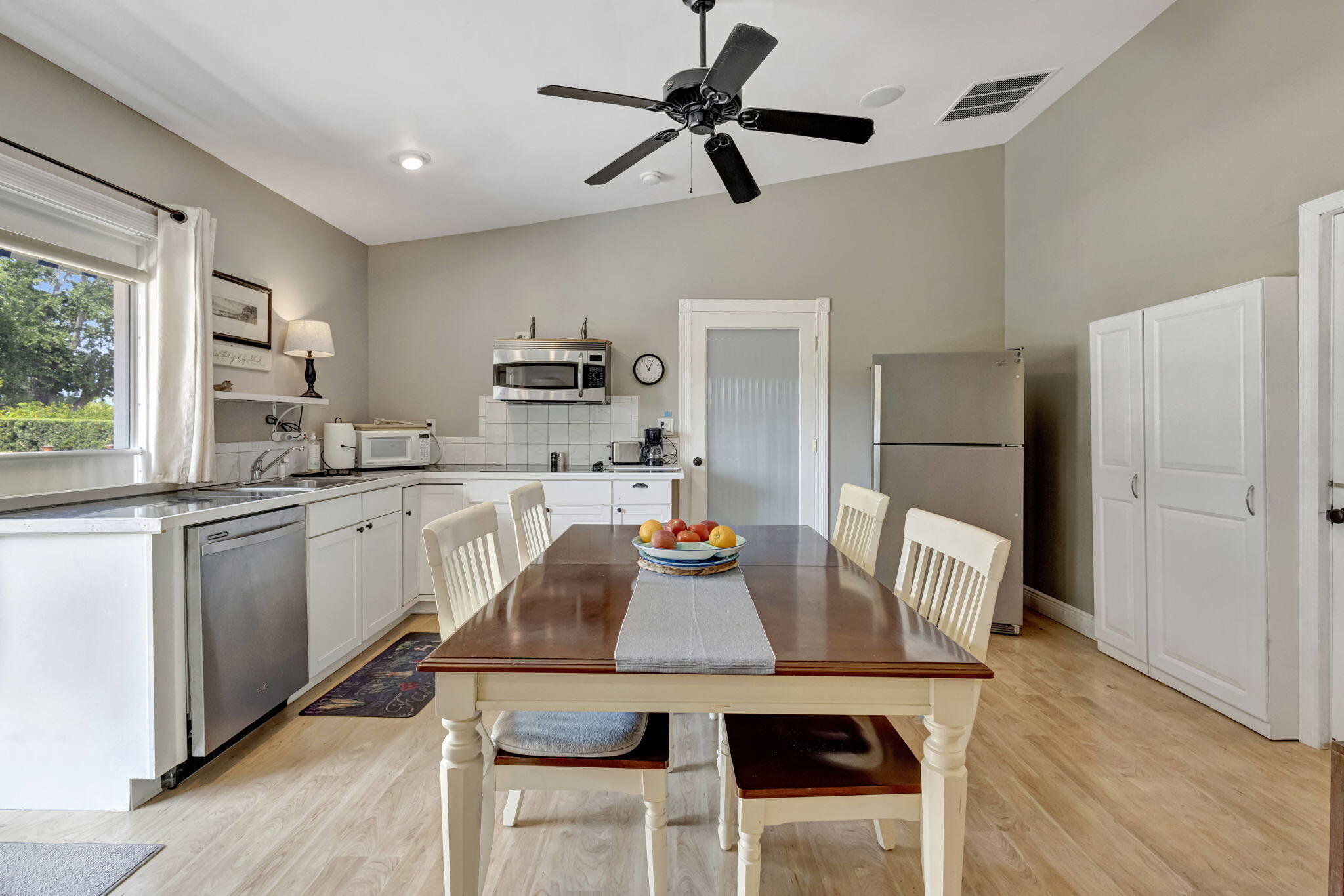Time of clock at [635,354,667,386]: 11:04
